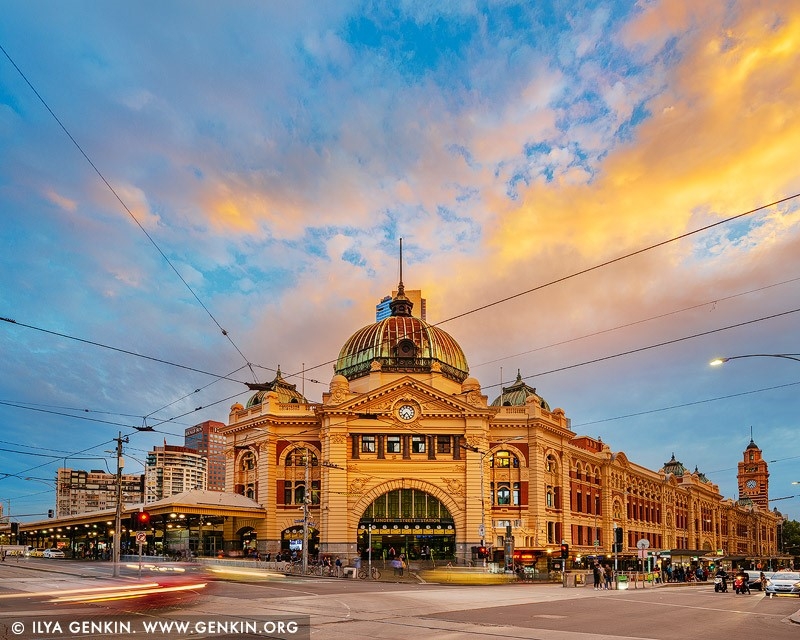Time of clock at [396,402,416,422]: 7:24
